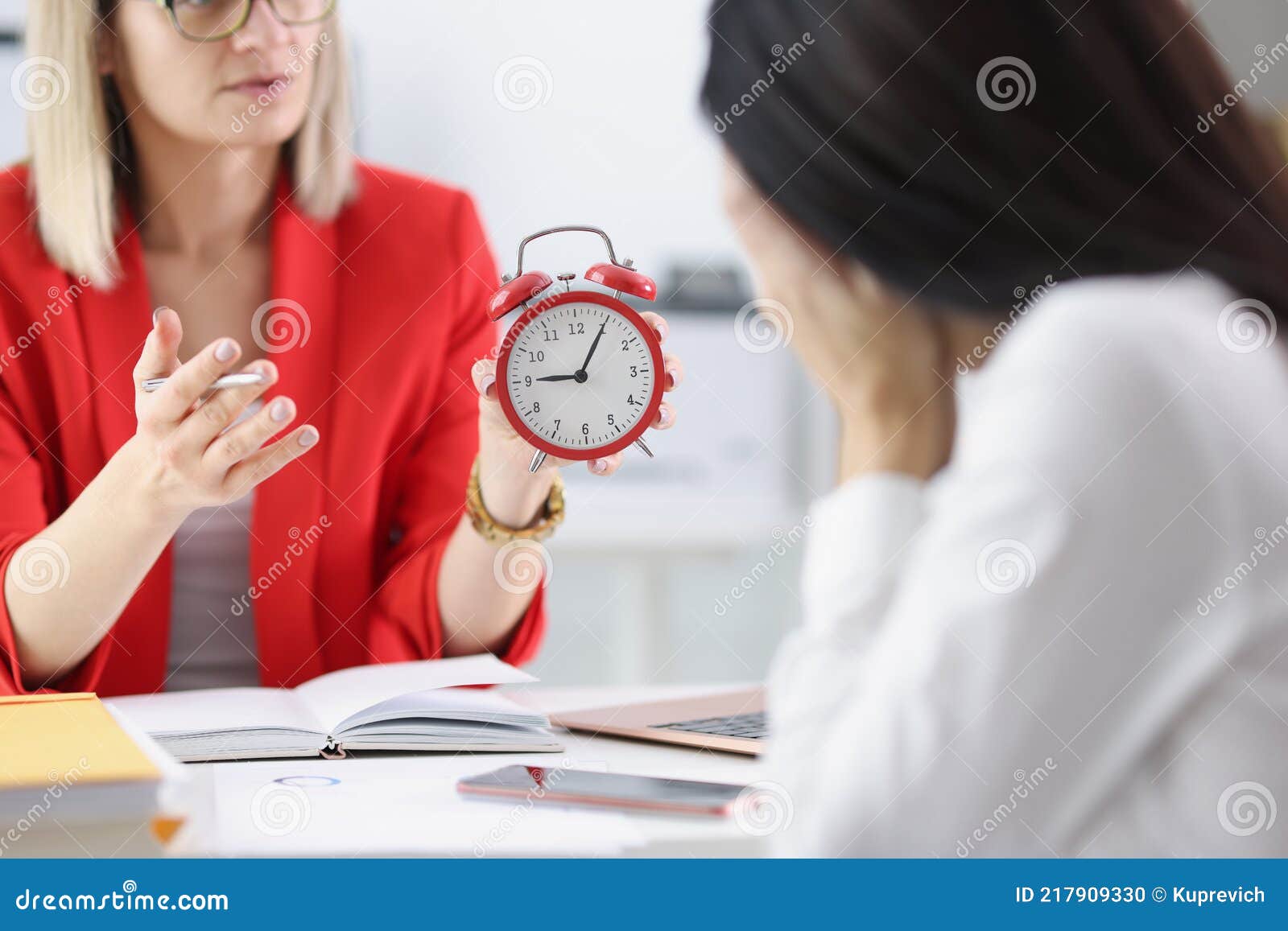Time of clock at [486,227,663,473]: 9:05
